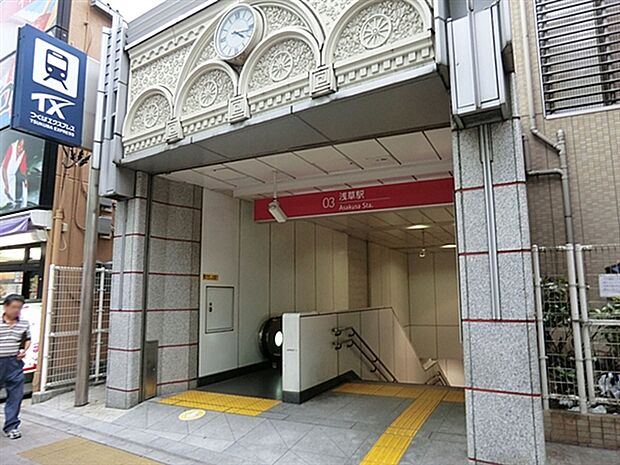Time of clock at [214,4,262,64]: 4:16
